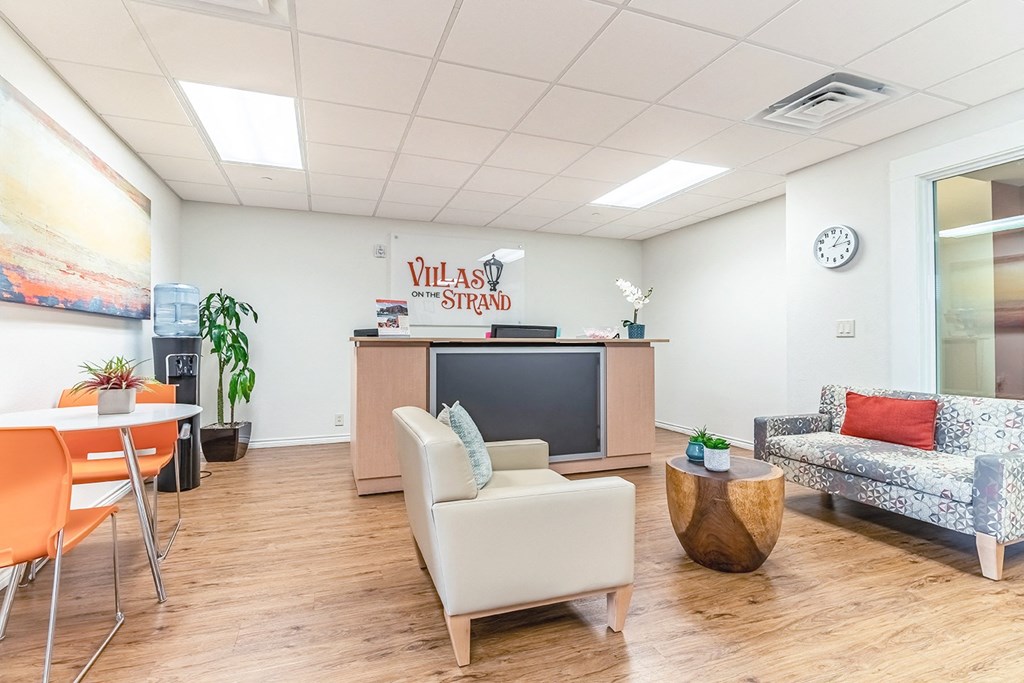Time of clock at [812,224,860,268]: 1:13
